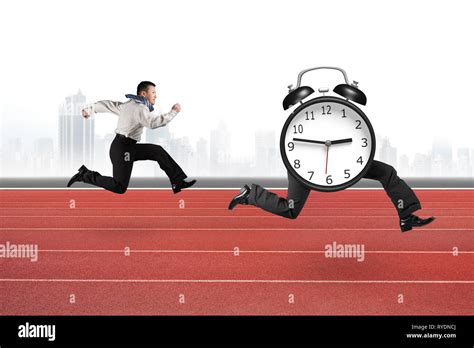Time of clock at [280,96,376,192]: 2:46
